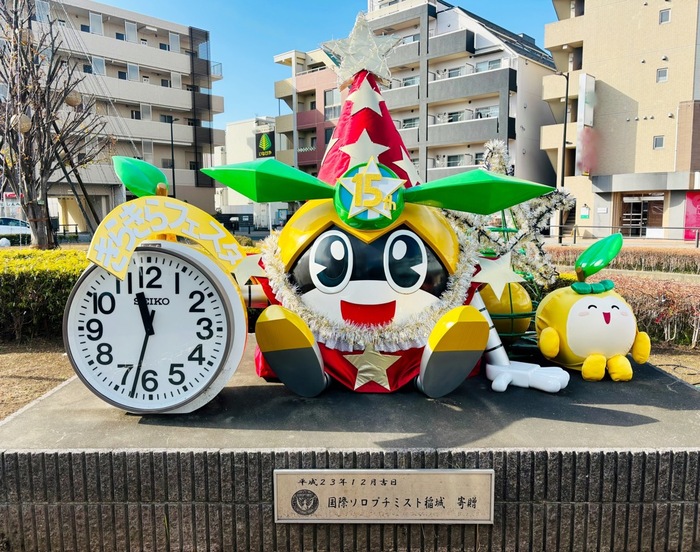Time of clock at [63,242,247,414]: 11:32
